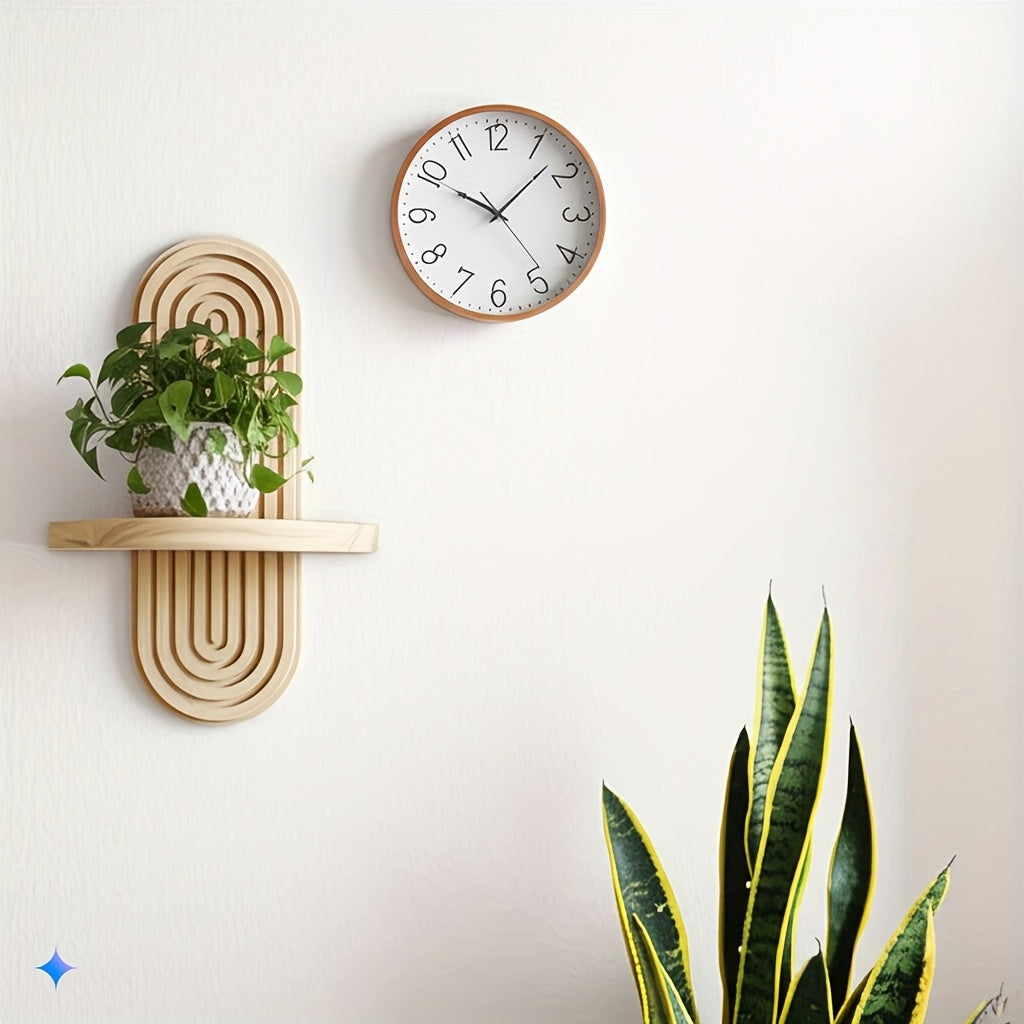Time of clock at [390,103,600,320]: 10:07
